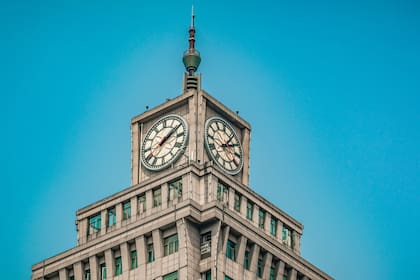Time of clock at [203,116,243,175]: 2:06
